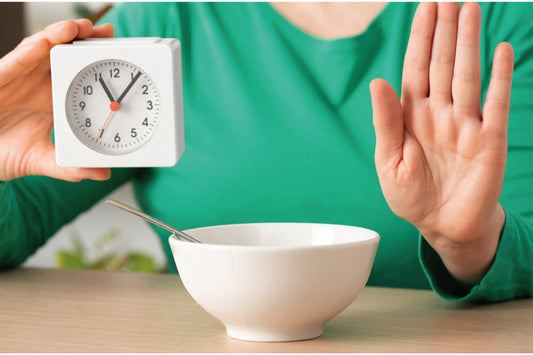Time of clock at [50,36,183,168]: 11:06
